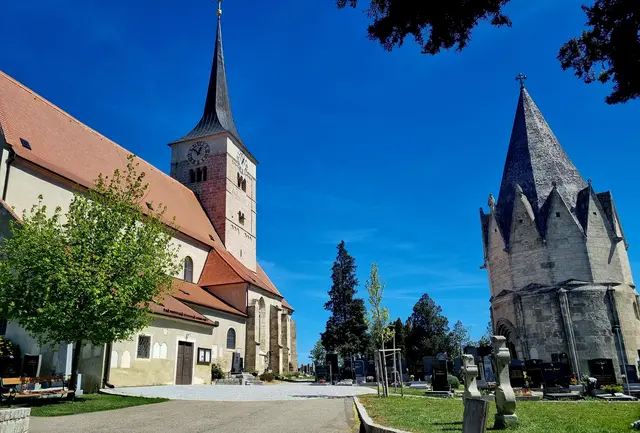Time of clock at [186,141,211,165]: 12:52
